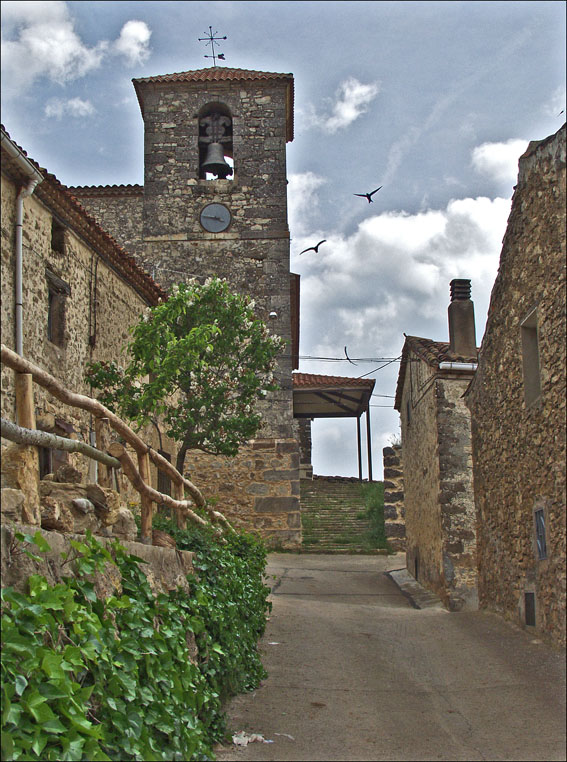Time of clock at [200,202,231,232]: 3:46
